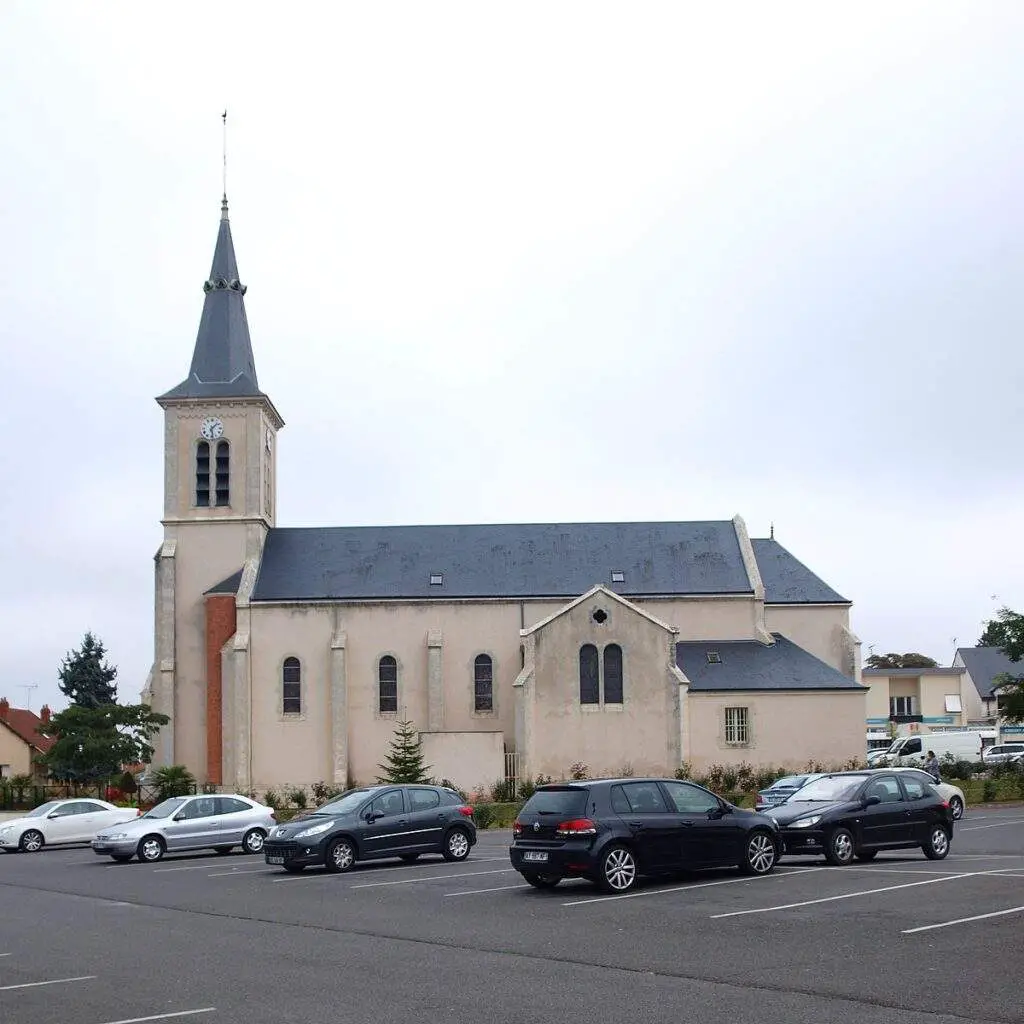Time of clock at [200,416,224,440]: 1:28
